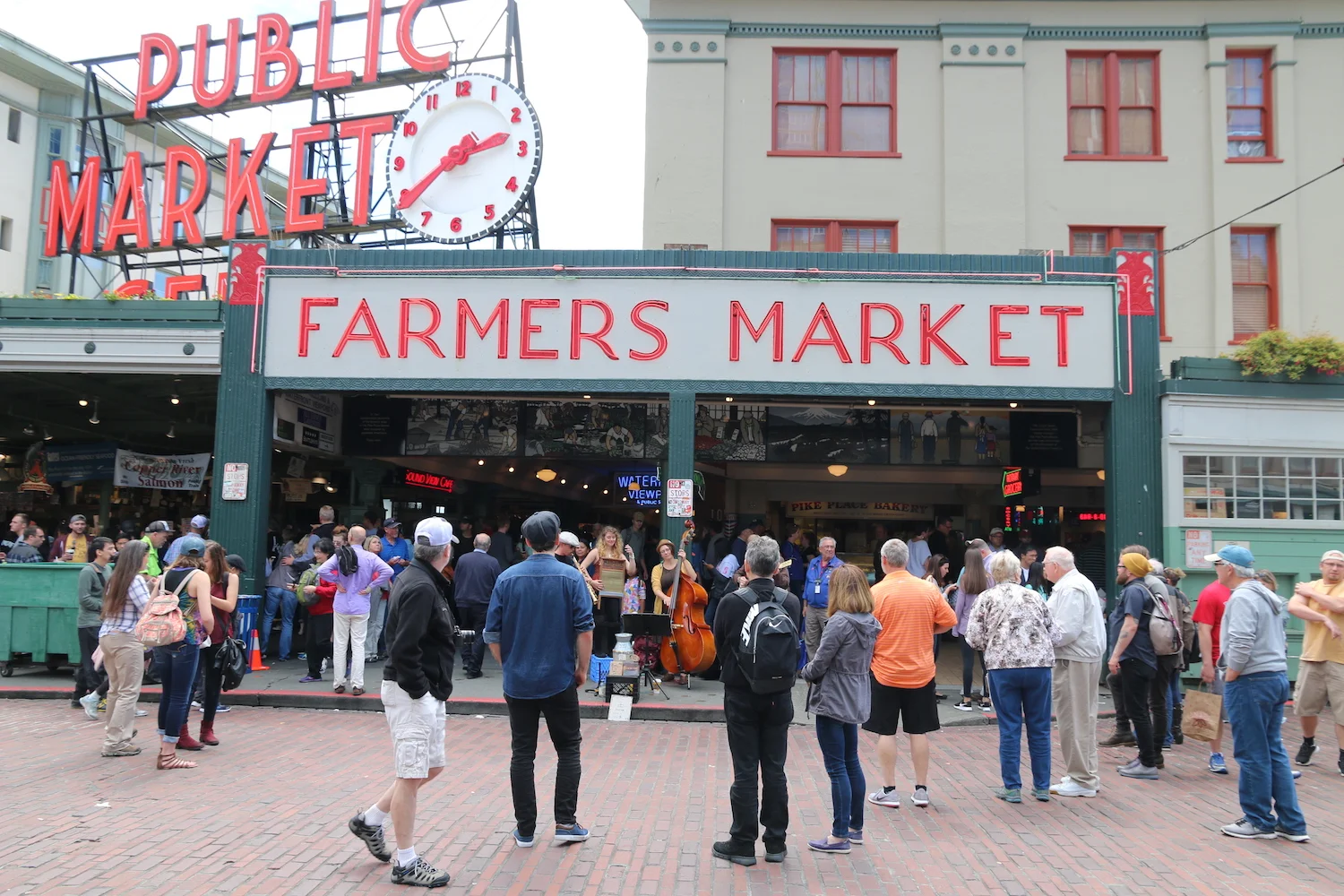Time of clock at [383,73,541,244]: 2:39
